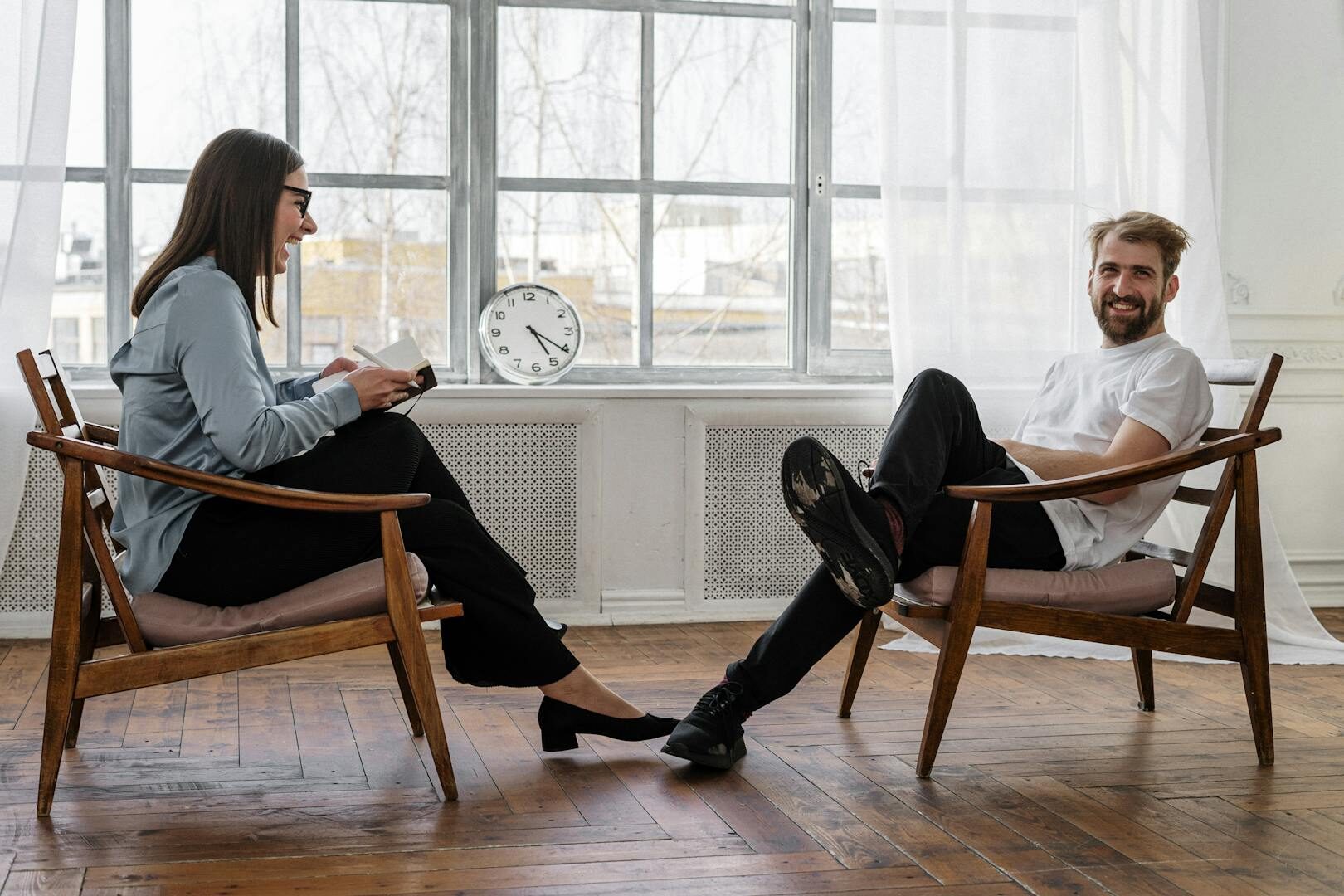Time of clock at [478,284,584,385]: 5:20
